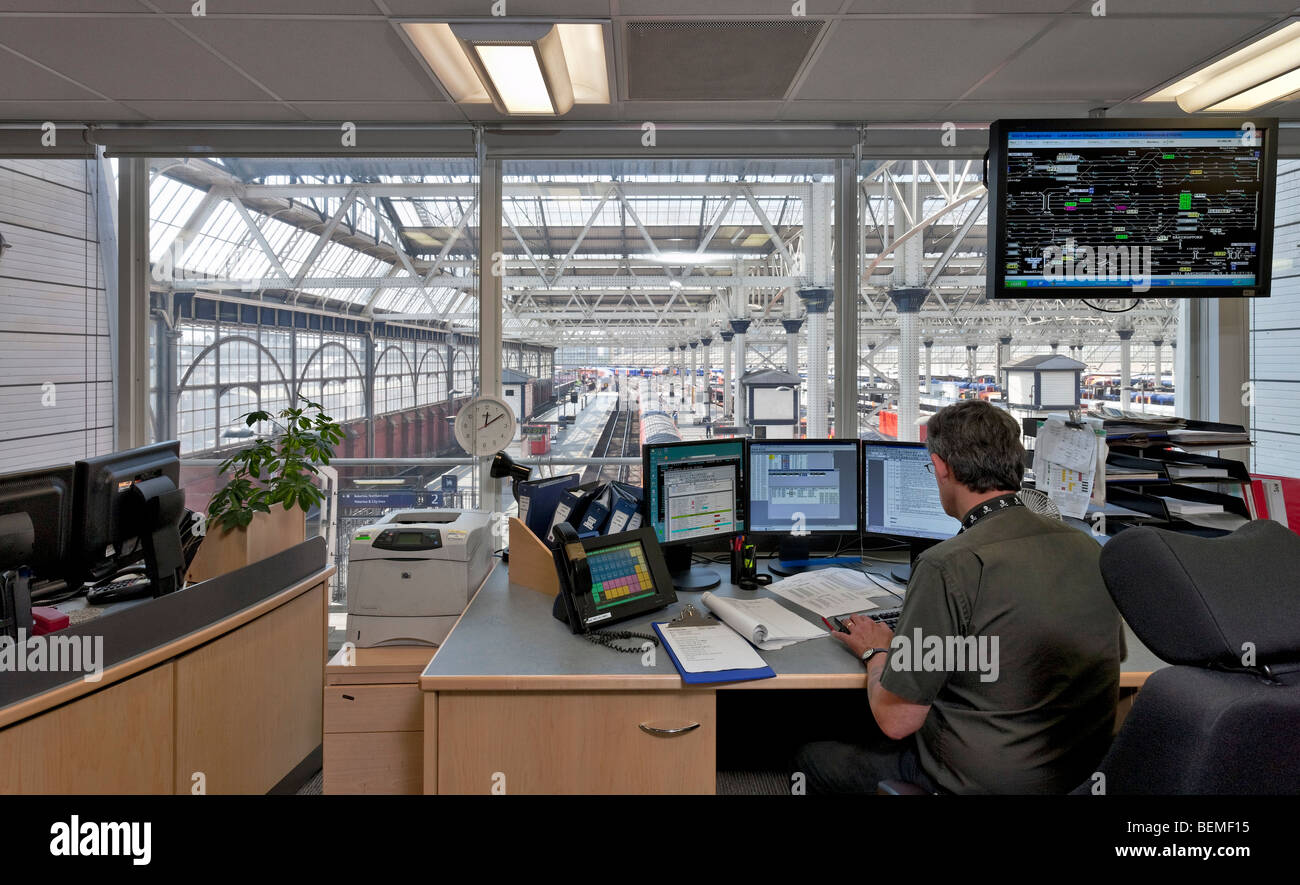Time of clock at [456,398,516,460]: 12:09
